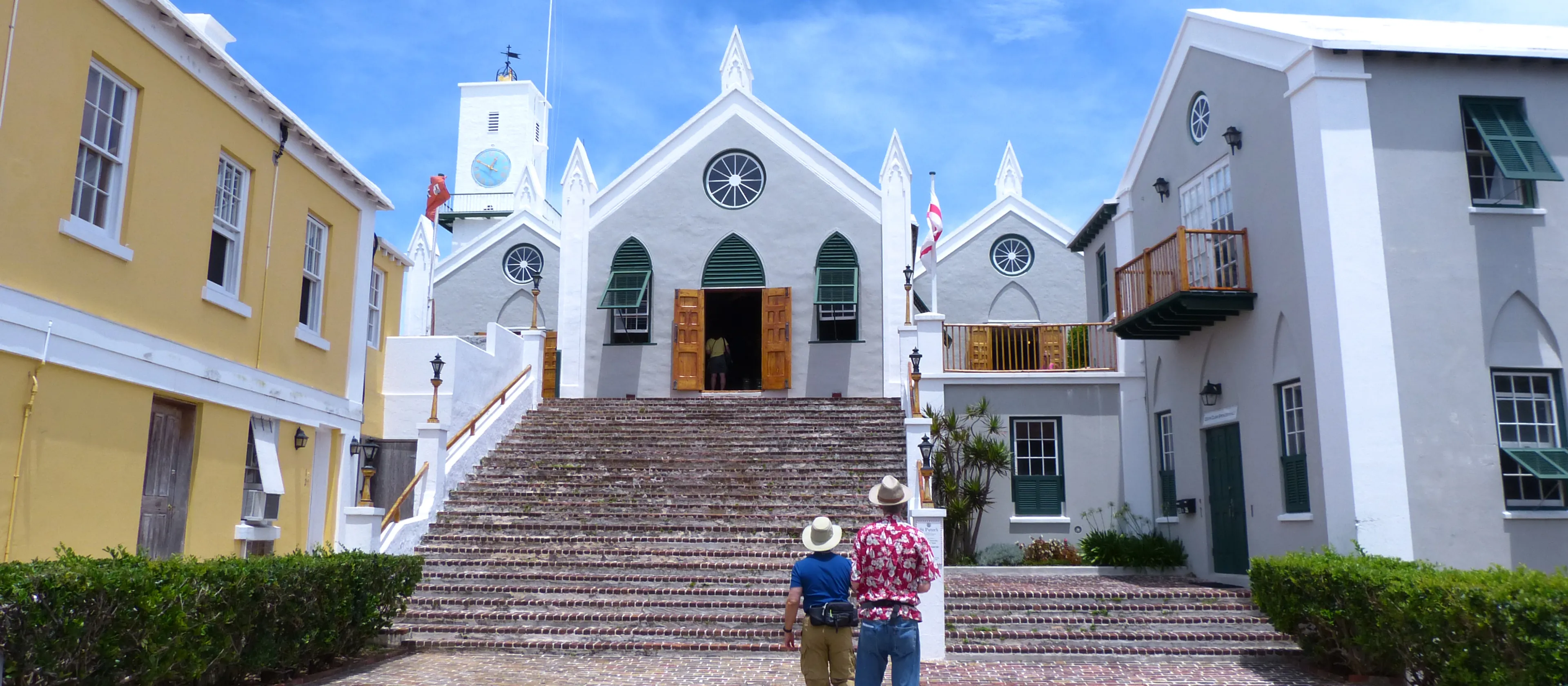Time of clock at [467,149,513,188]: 12:49
